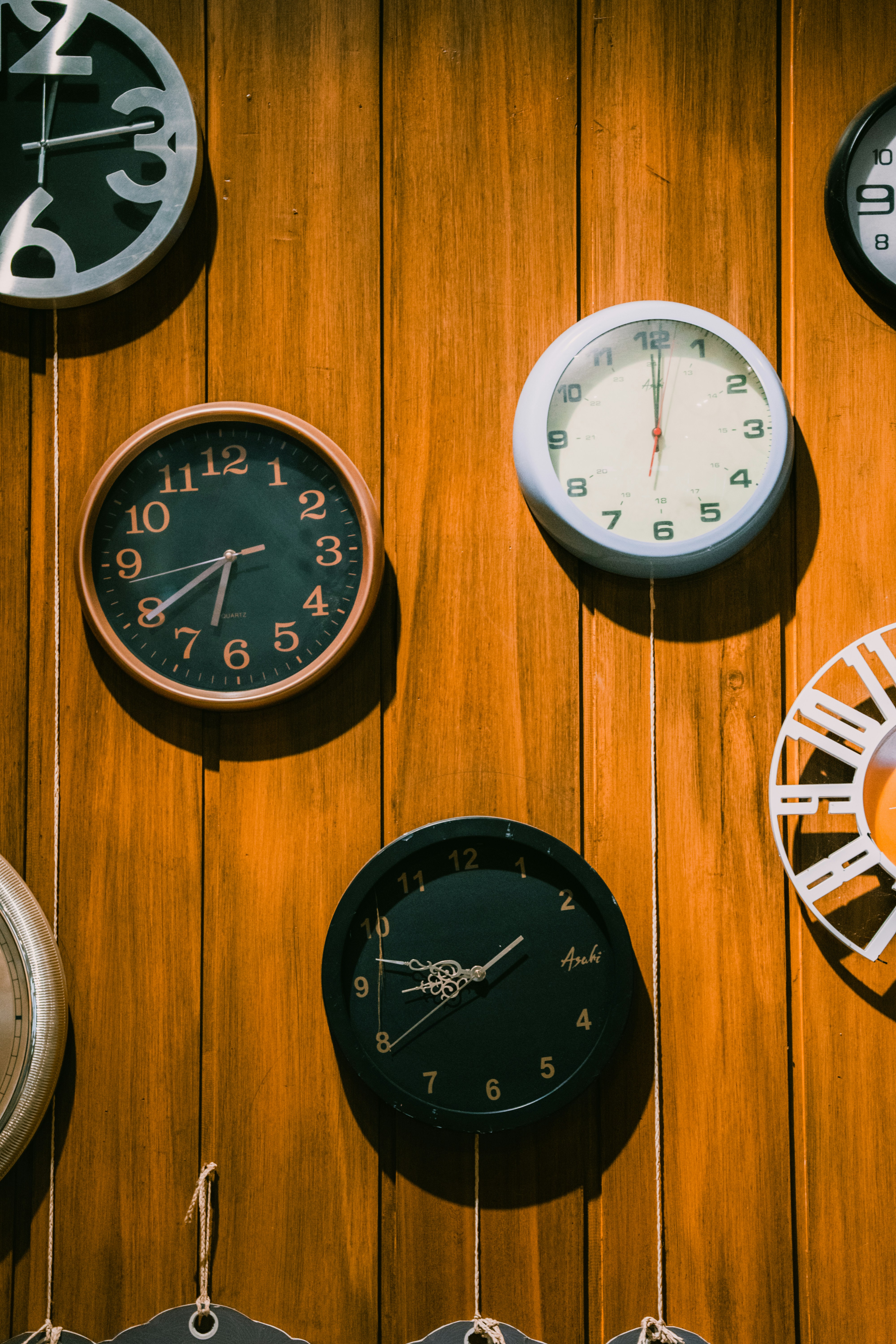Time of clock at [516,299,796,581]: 12:00
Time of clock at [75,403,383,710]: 6:39
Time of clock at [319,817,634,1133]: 8:47
